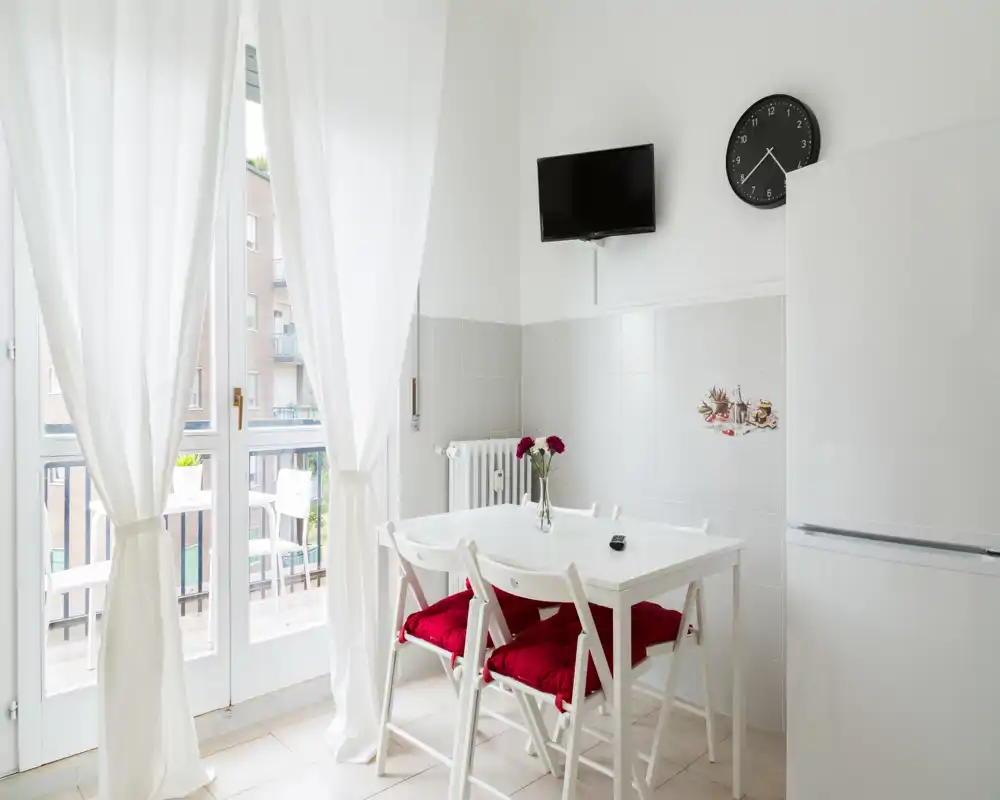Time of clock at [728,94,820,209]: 4:39
